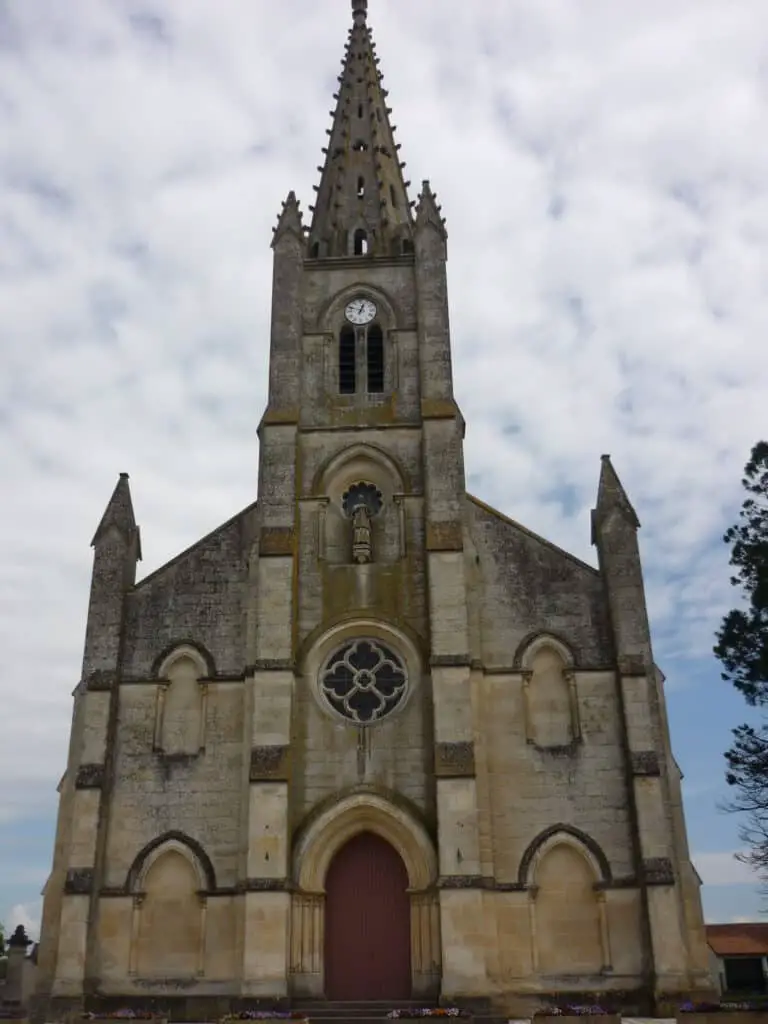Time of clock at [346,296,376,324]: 12:48
